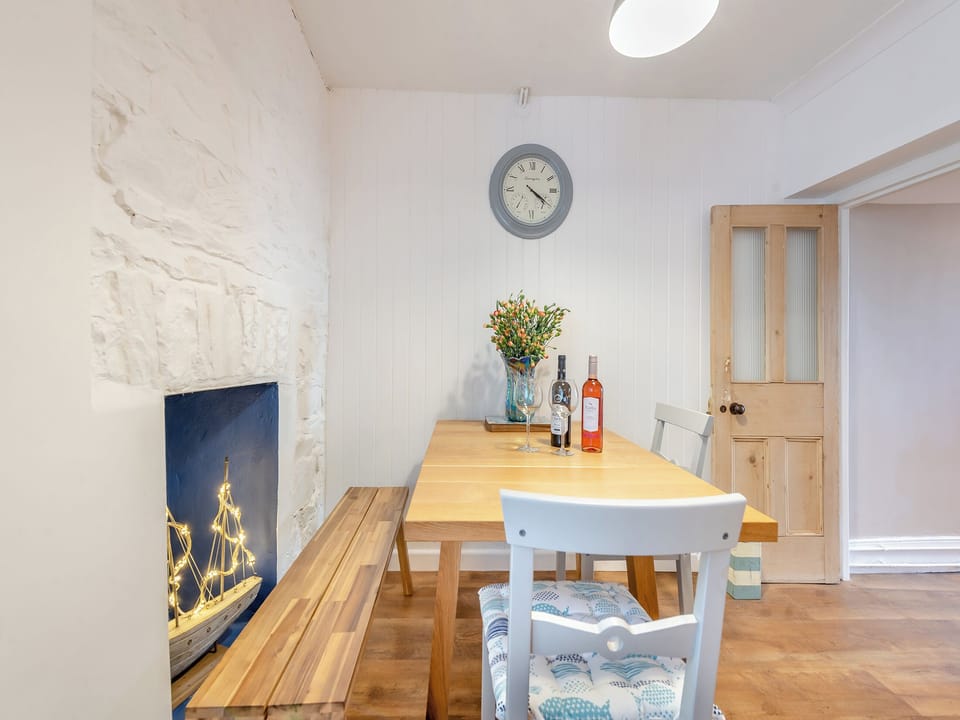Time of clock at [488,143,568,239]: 4:20
